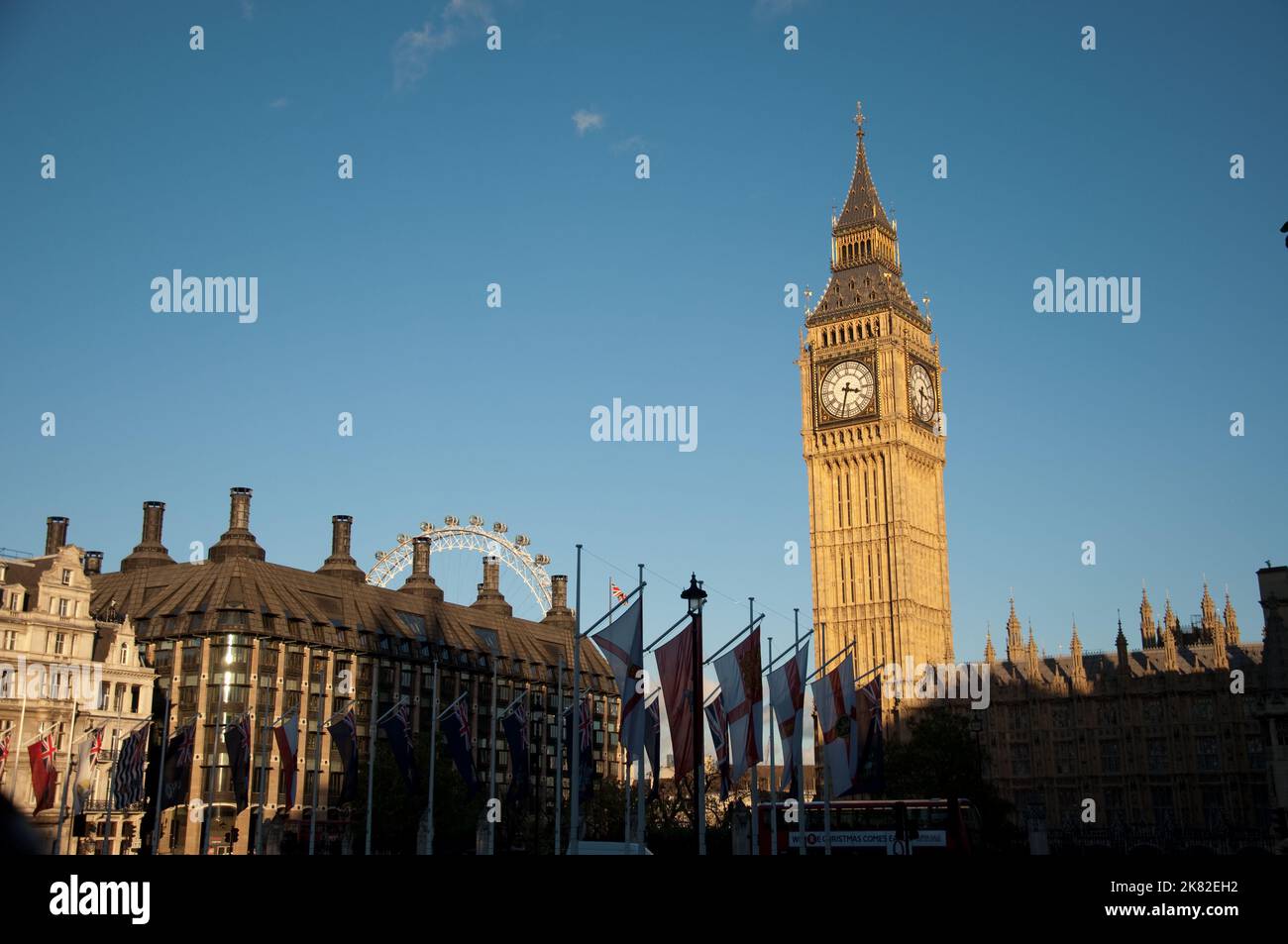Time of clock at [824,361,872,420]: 3:32
